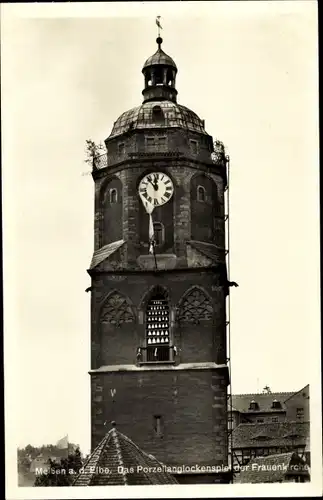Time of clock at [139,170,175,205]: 11:53
